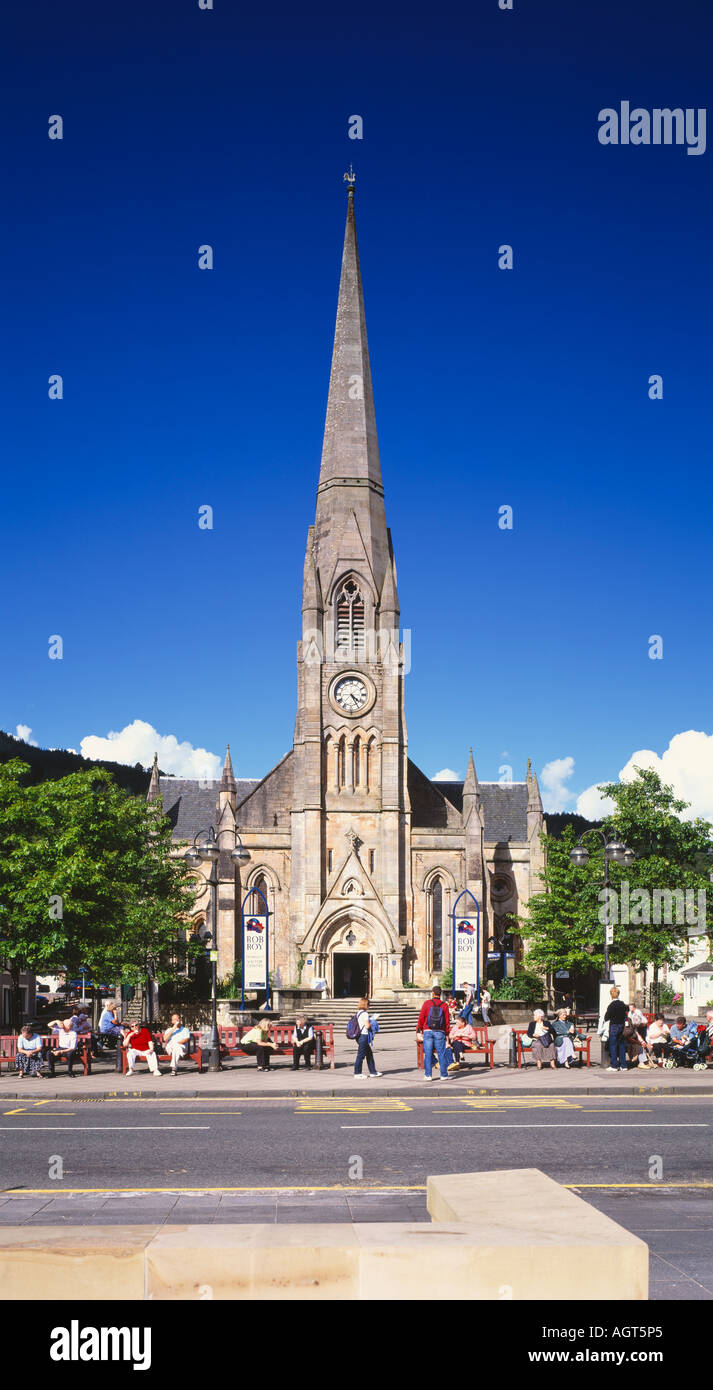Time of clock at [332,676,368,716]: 4:25
